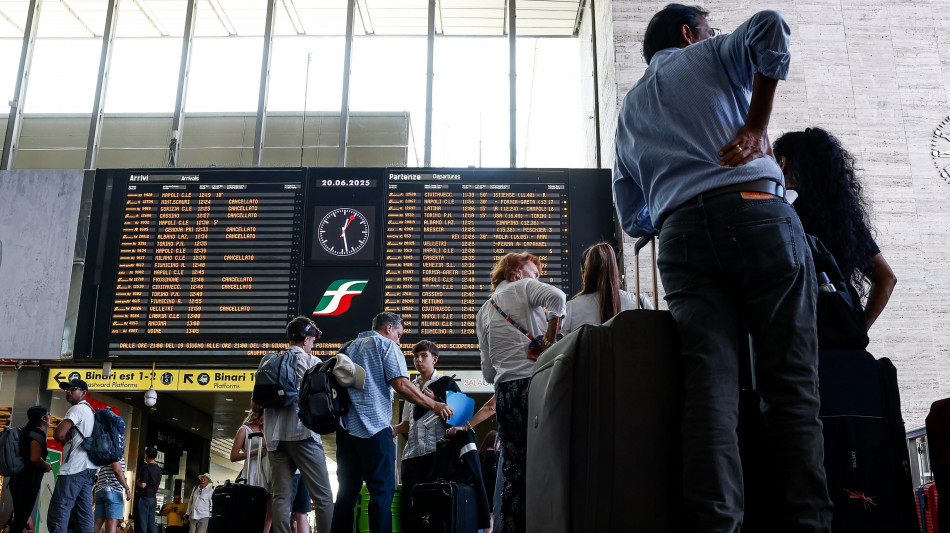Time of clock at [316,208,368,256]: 12:28
